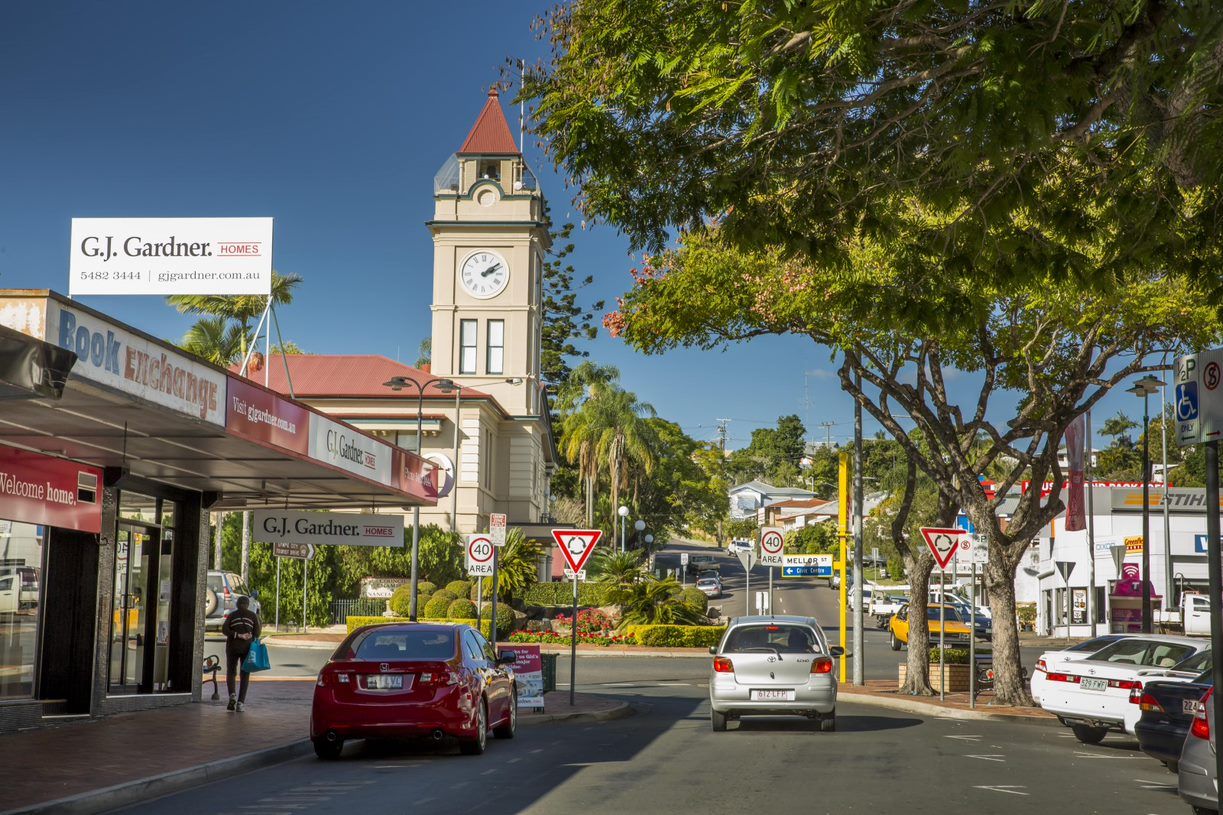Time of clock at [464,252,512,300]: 2:09
